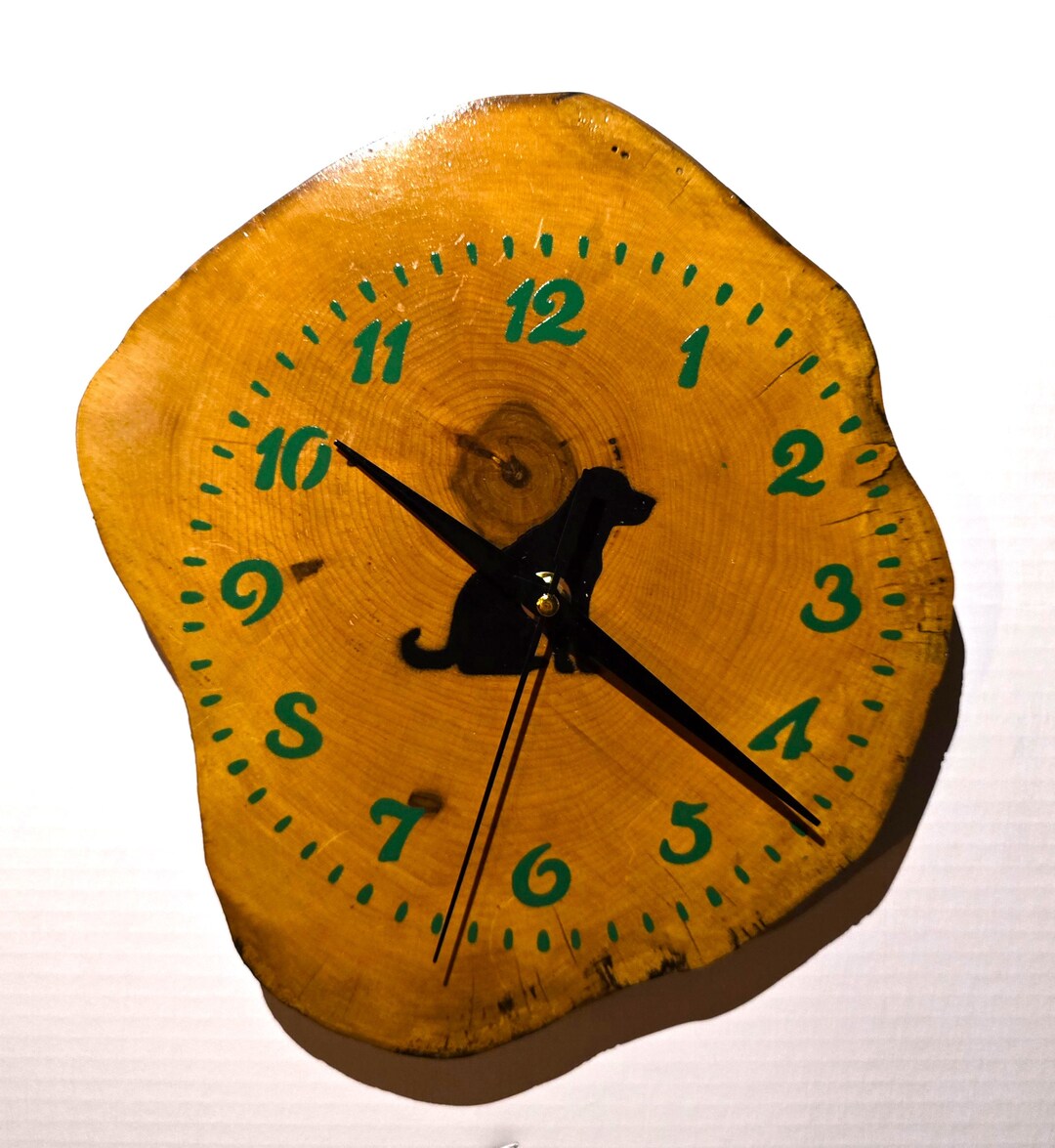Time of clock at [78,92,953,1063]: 1:21
